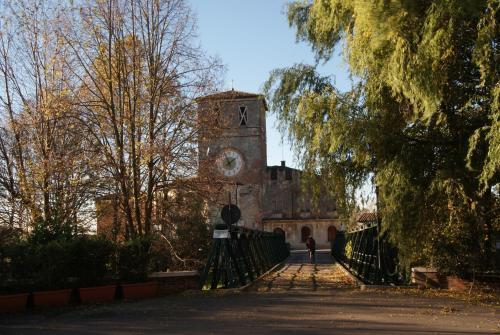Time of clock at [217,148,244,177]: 1:56
